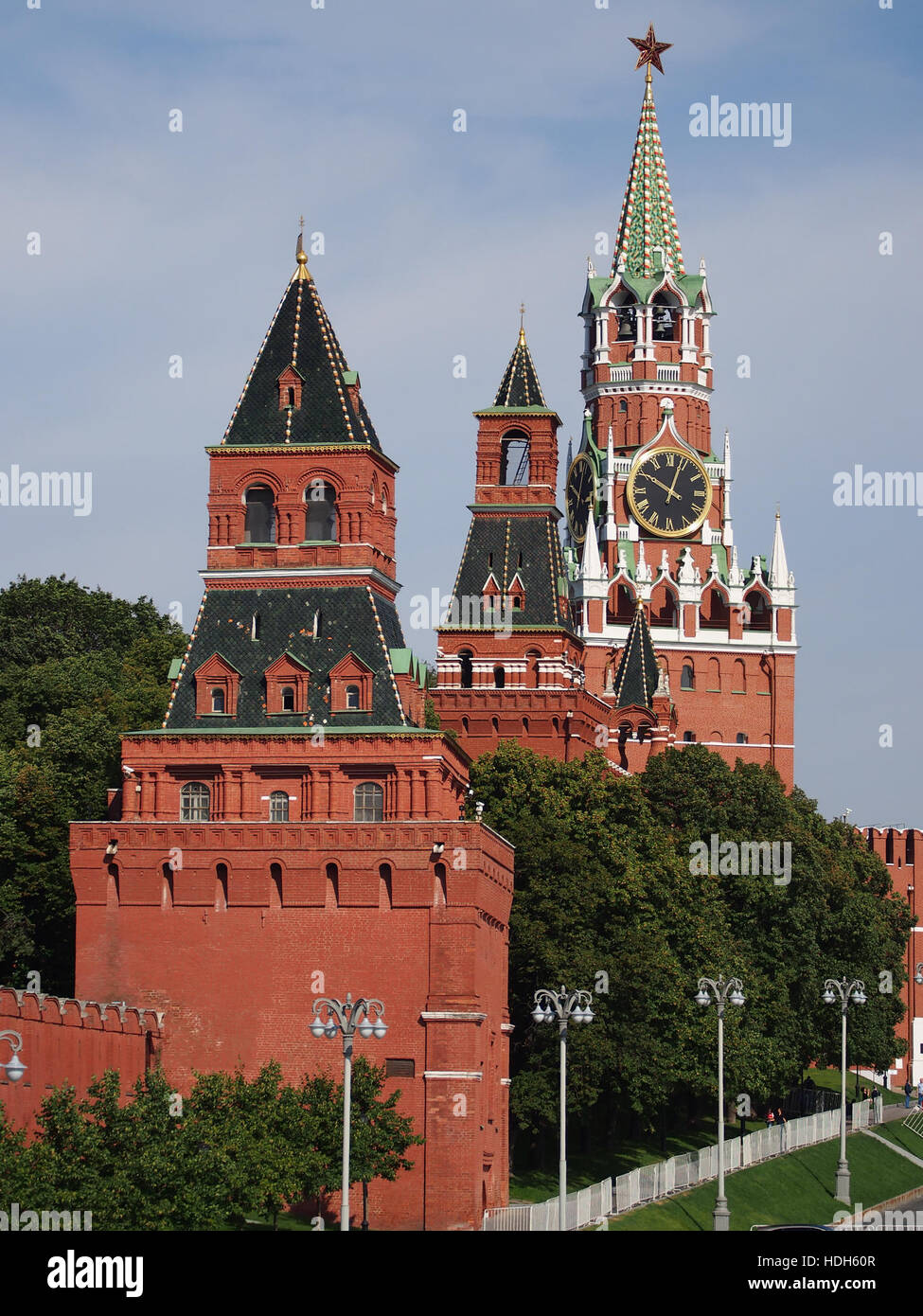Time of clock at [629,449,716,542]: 10:03
